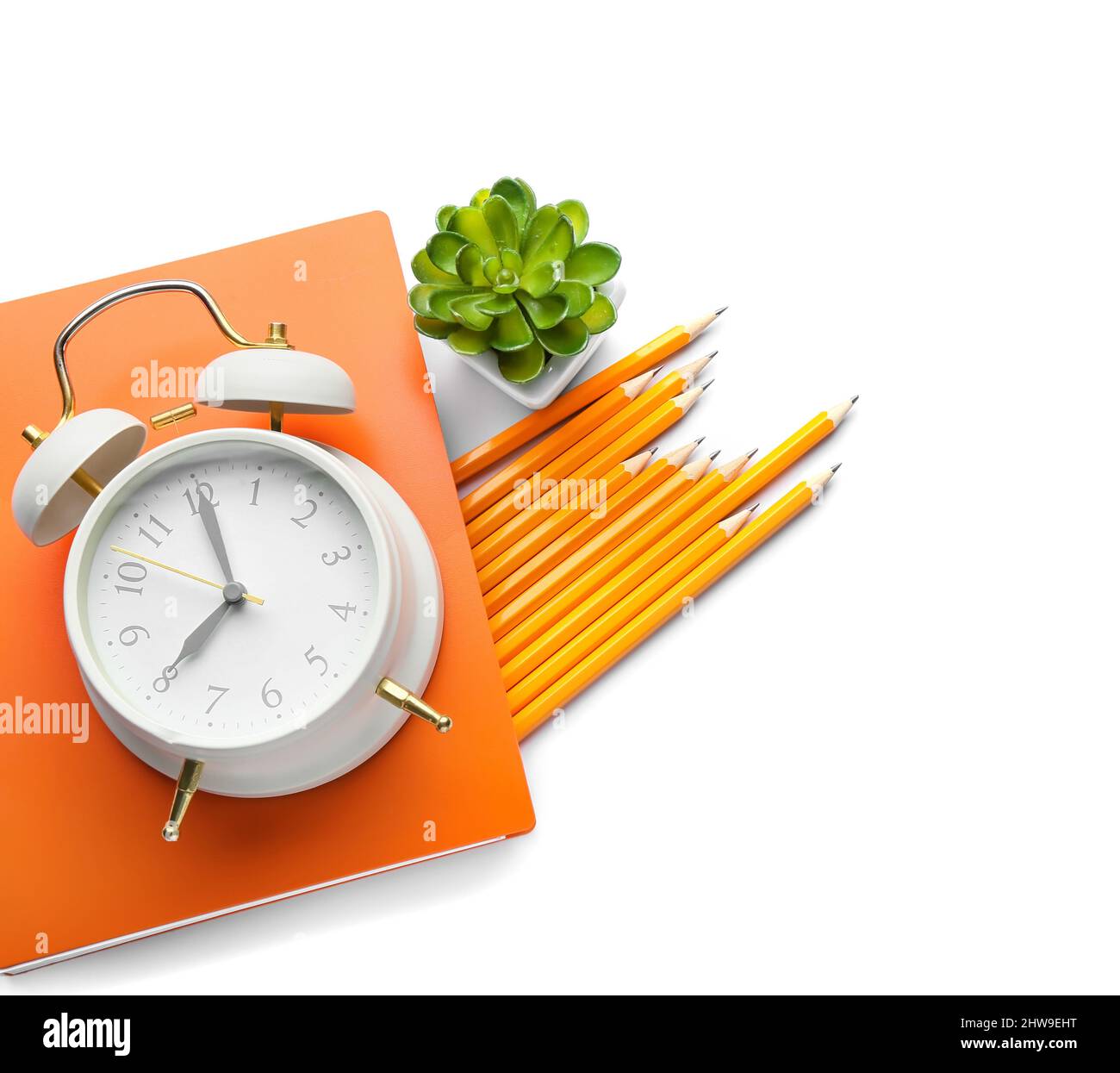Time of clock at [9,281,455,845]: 7:00
